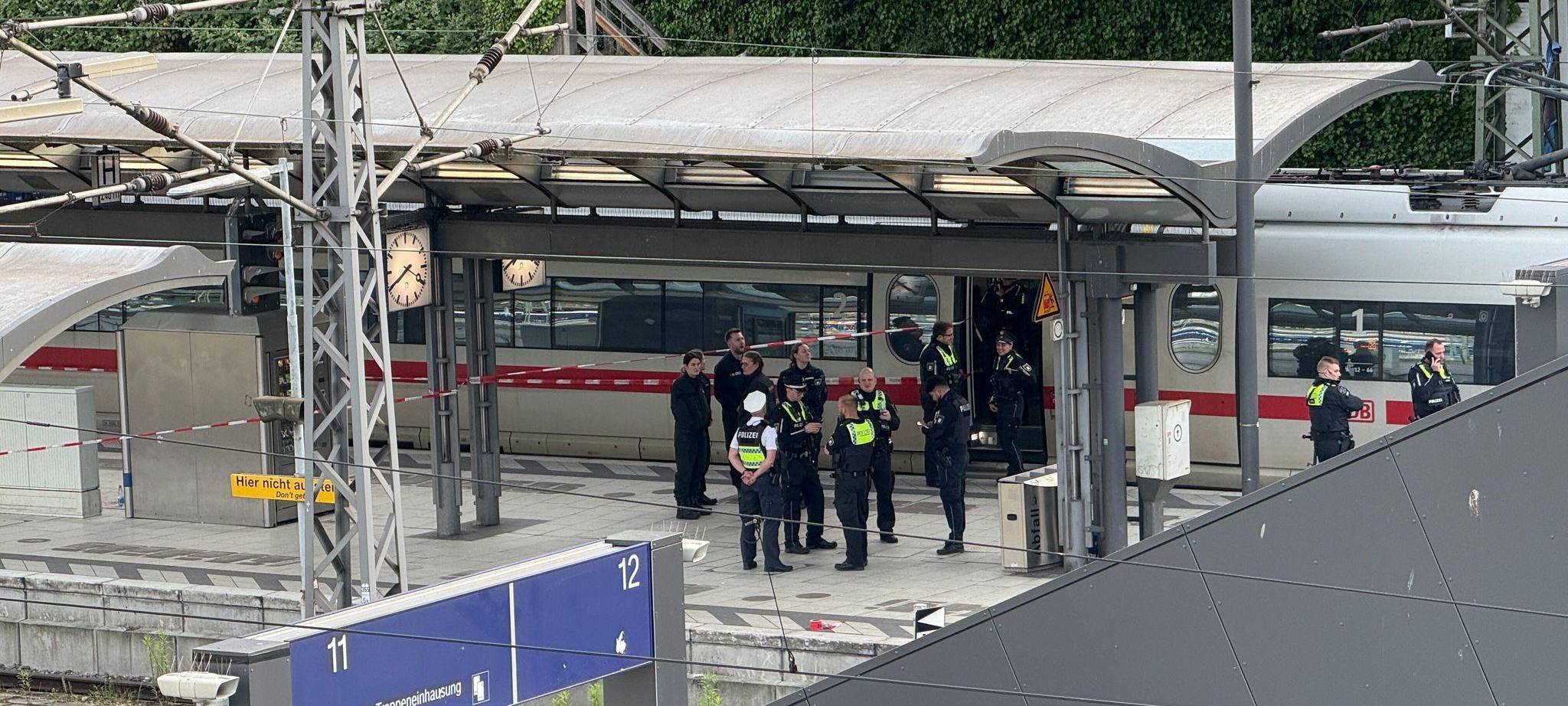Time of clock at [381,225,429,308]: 3:40
